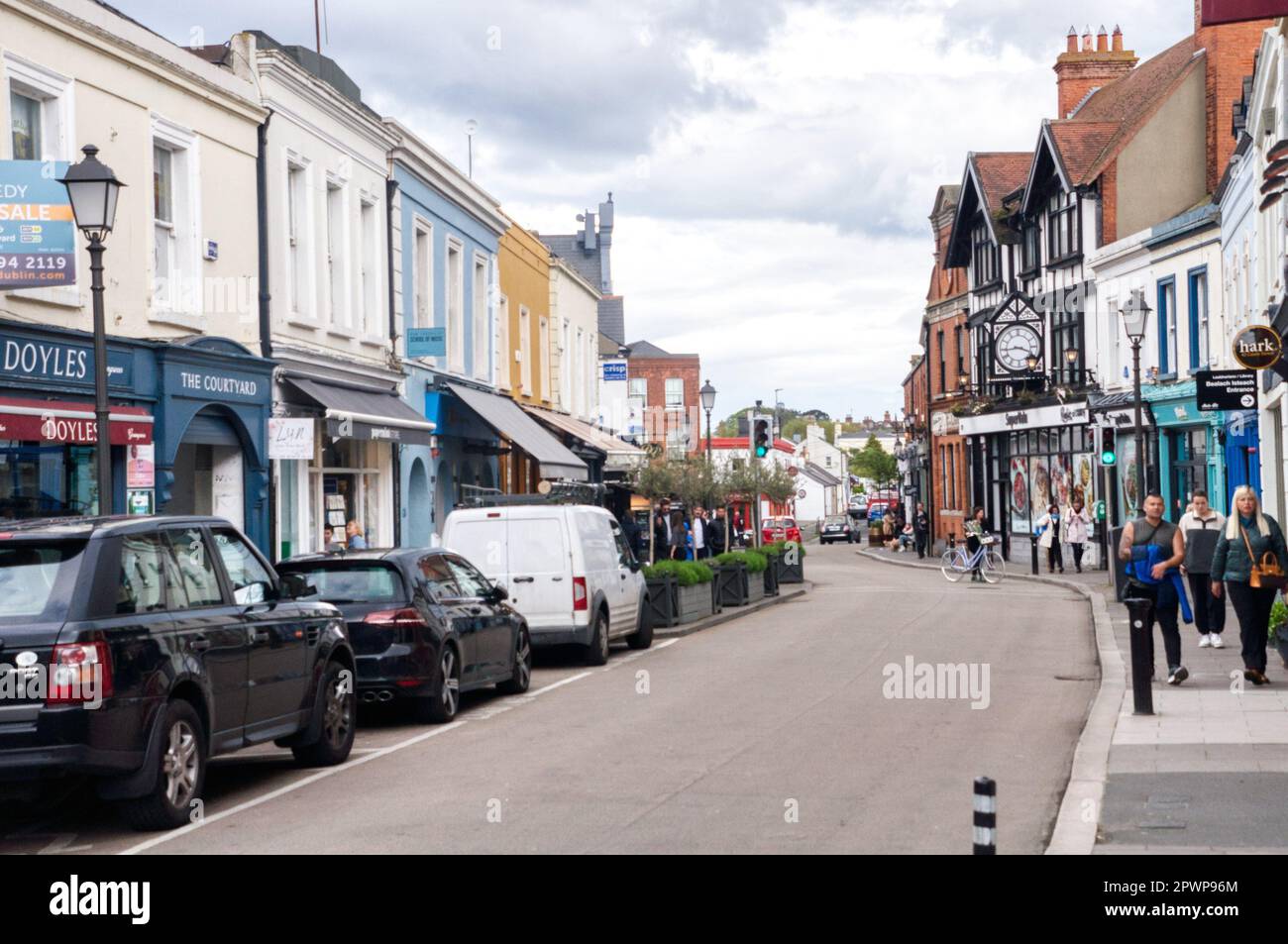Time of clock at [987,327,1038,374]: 3:44
